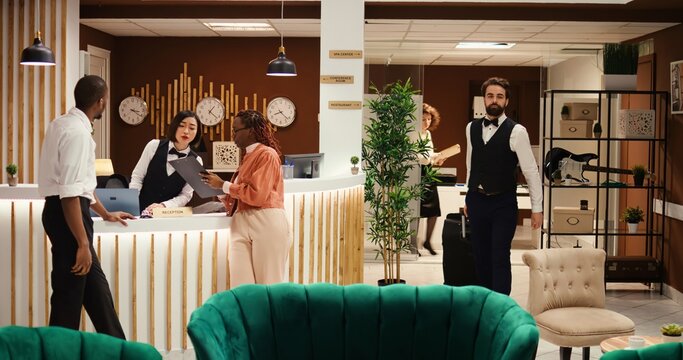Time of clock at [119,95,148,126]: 3:21
